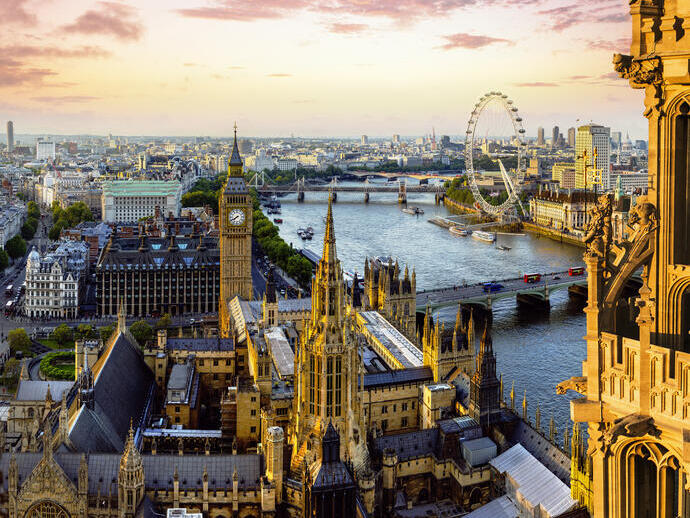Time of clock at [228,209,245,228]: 7:40
